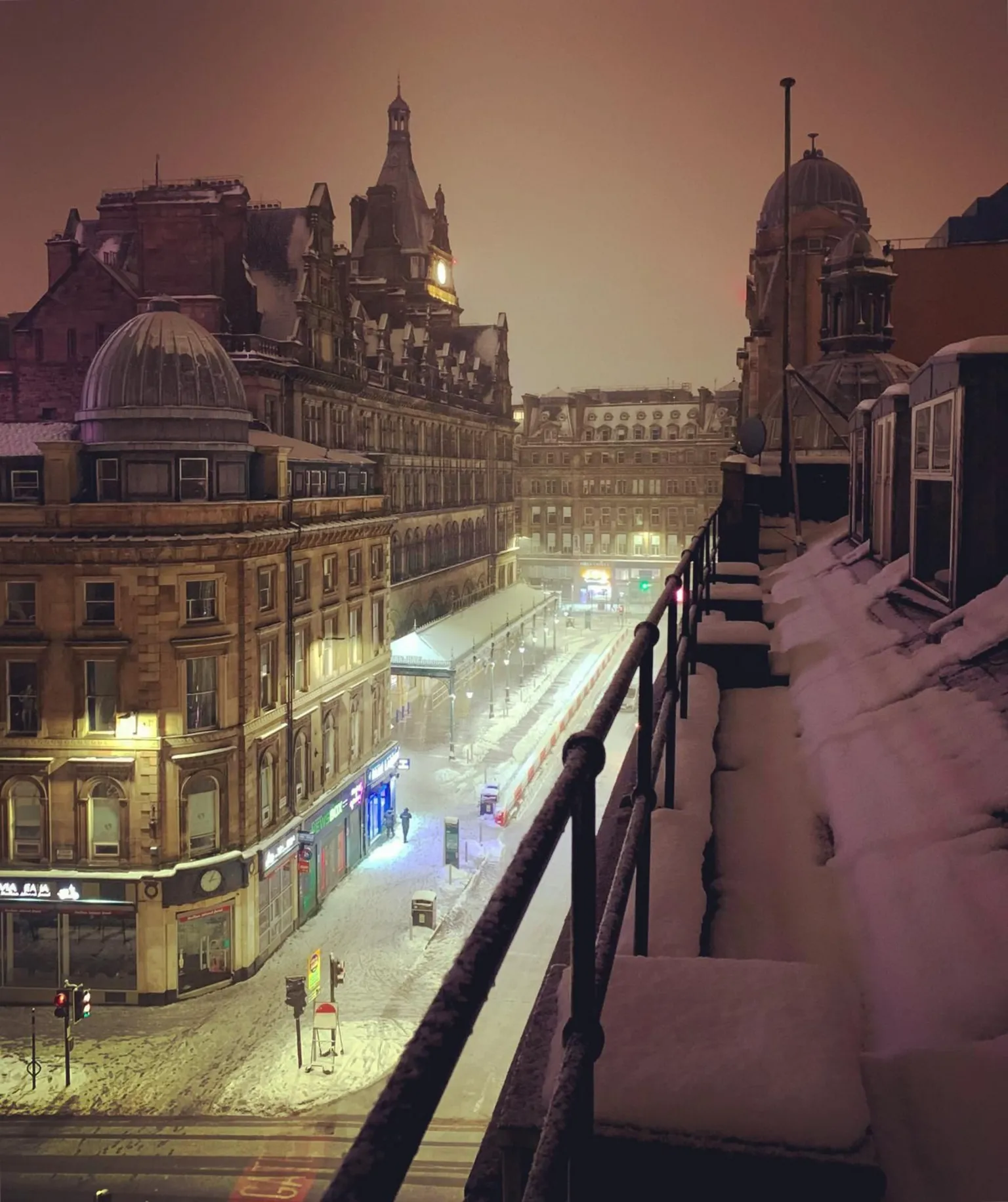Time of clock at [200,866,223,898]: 3:04
